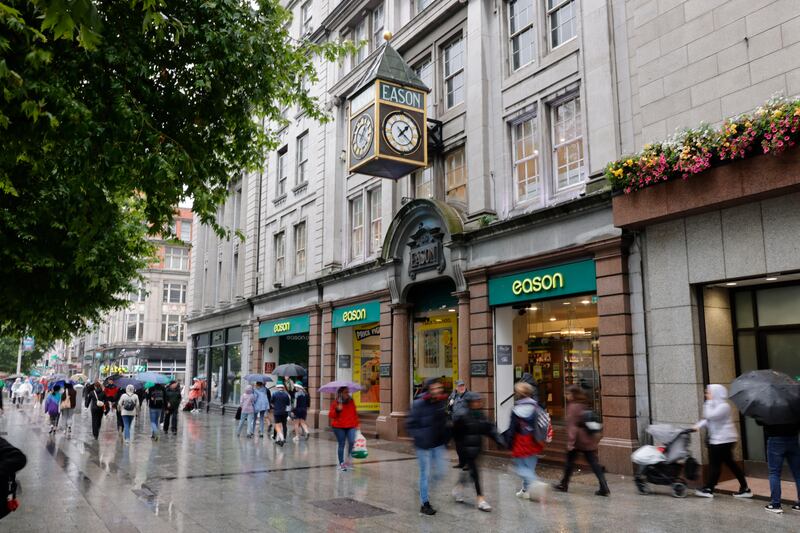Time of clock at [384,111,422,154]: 1:21
